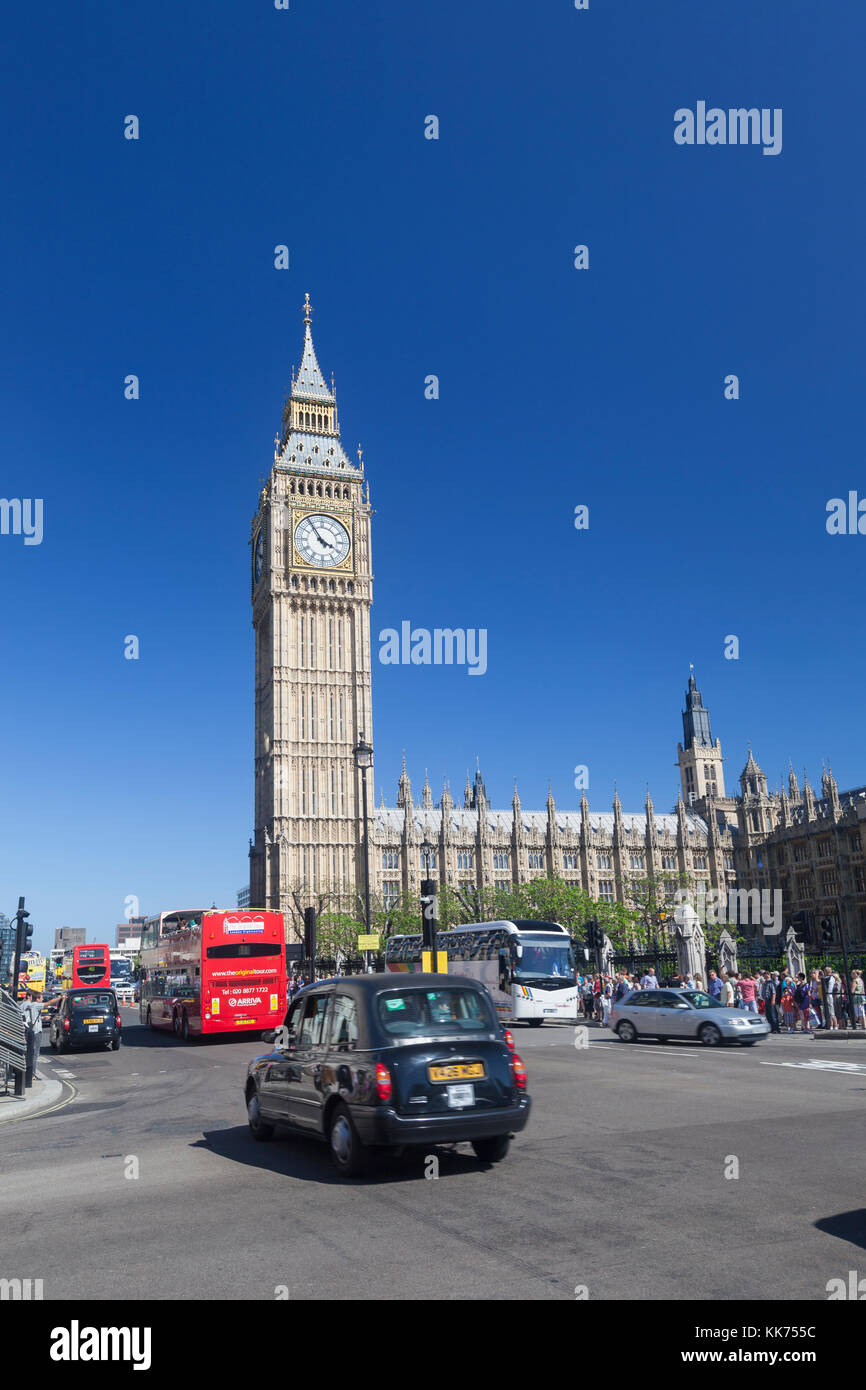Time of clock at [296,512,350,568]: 3:54
